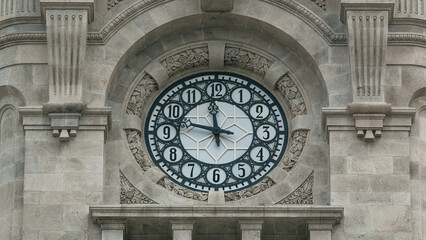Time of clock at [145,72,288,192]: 11:47
